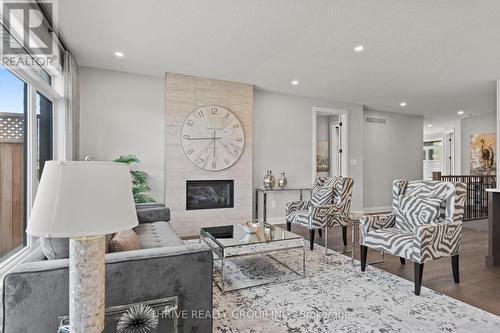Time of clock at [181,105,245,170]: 5:44
